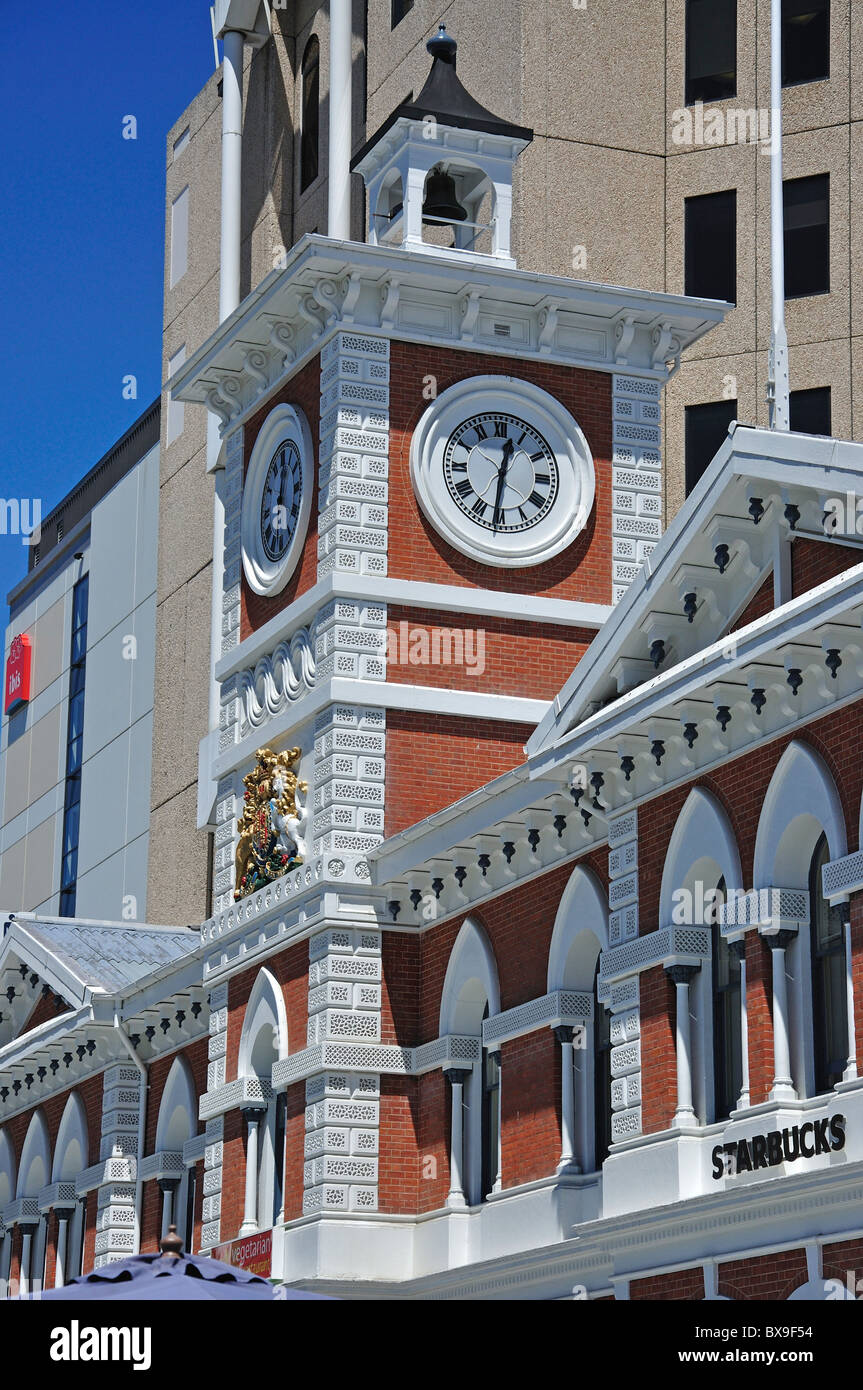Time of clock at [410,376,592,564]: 12:31
